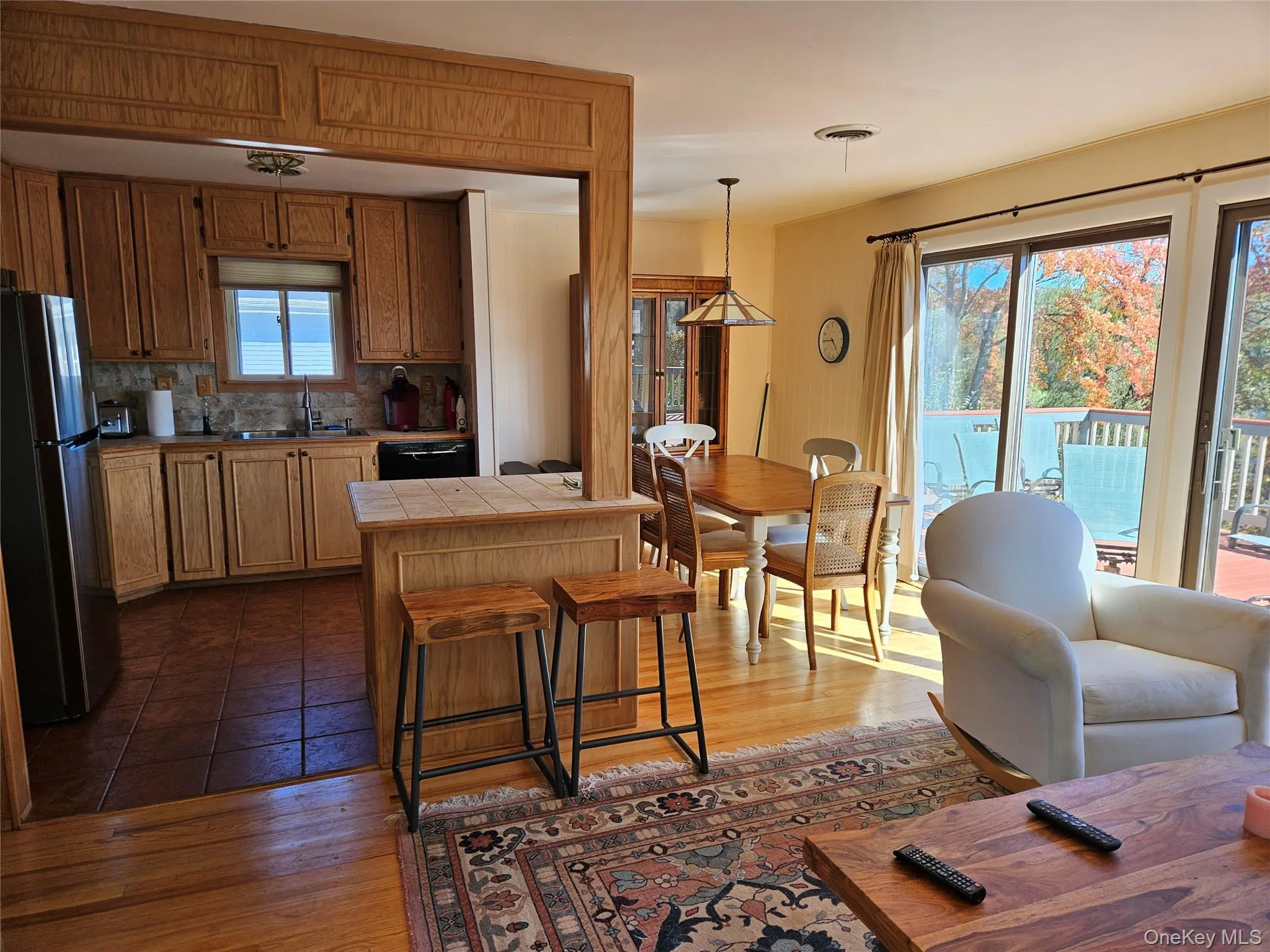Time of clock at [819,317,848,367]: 4:45
